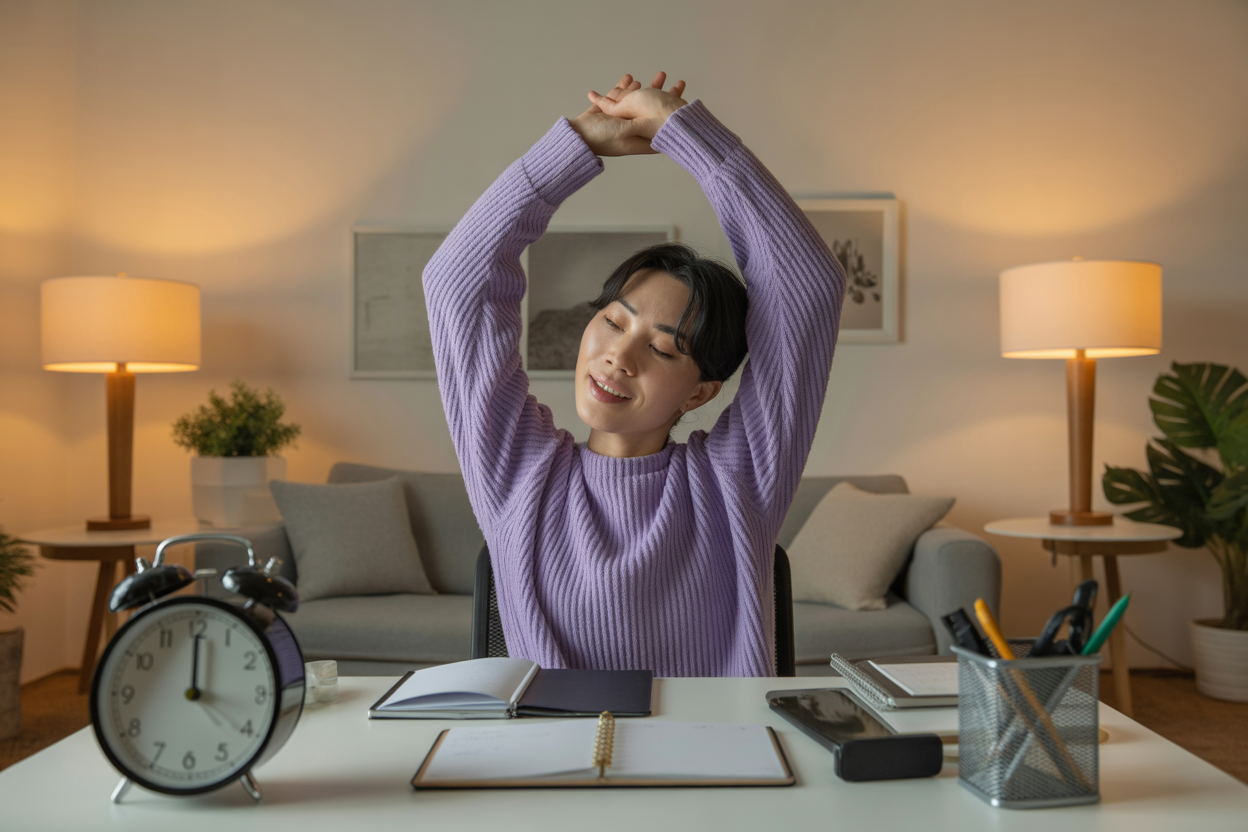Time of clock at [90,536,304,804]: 12:00
